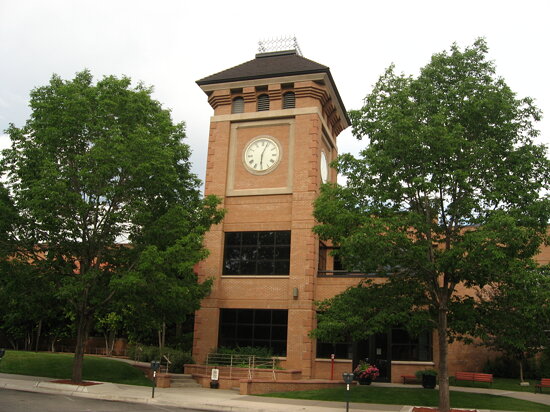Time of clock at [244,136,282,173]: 6:03
